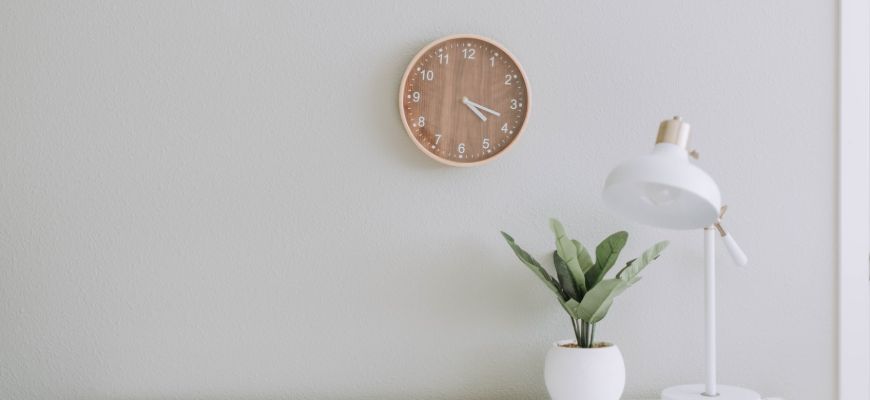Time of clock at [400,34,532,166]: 4:18
